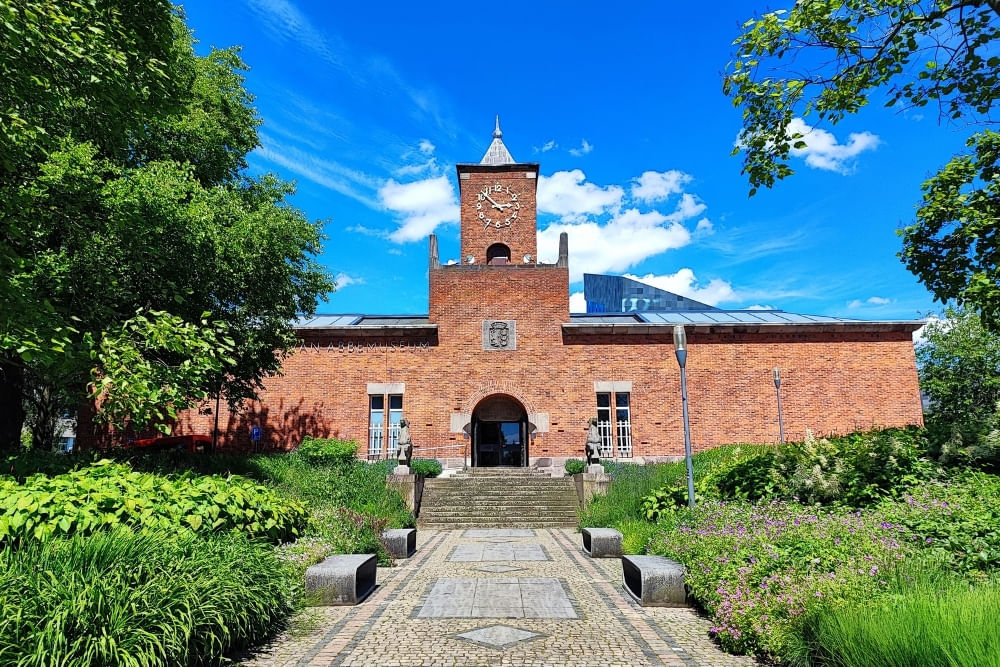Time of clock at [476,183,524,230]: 2:52
